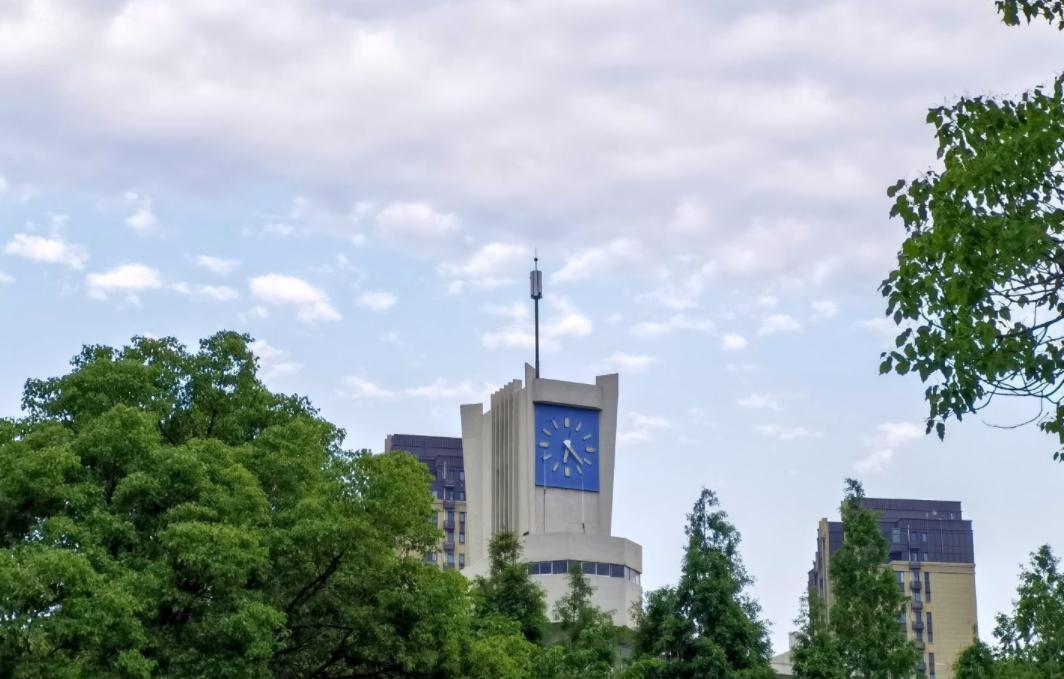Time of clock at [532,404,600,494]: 6:22
